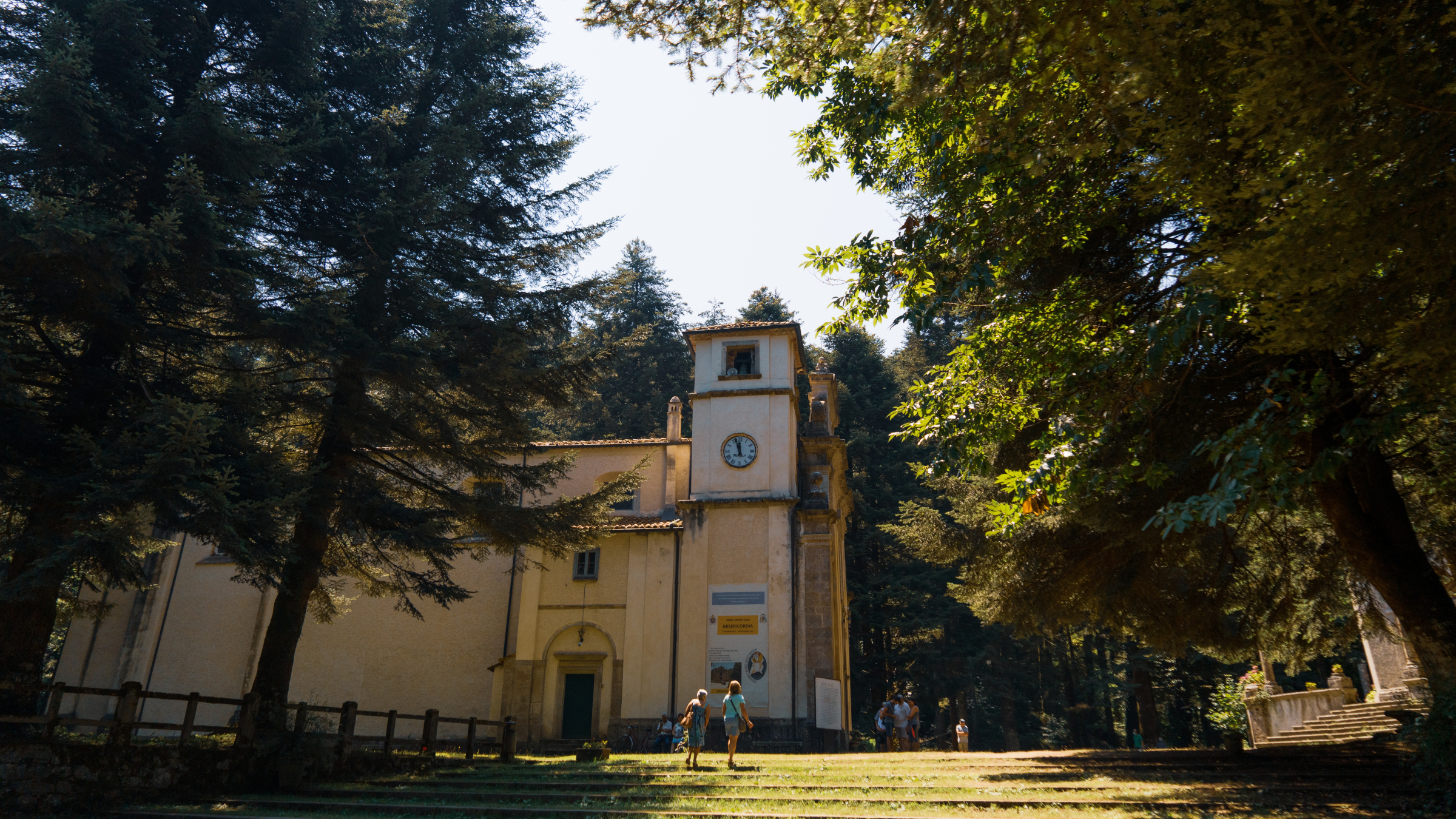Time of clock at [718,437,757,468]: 11:56
